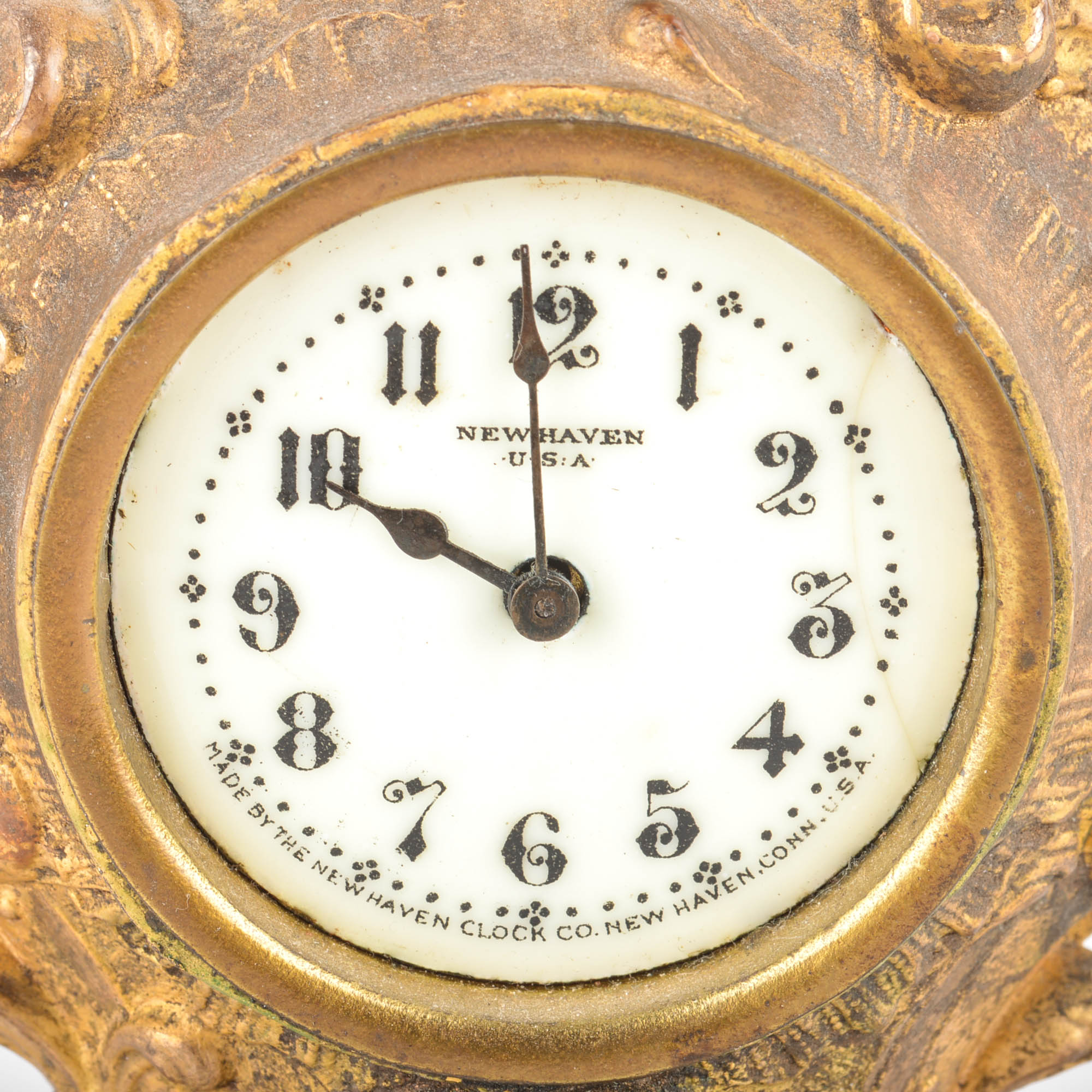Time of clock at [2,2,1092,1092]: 9:59
